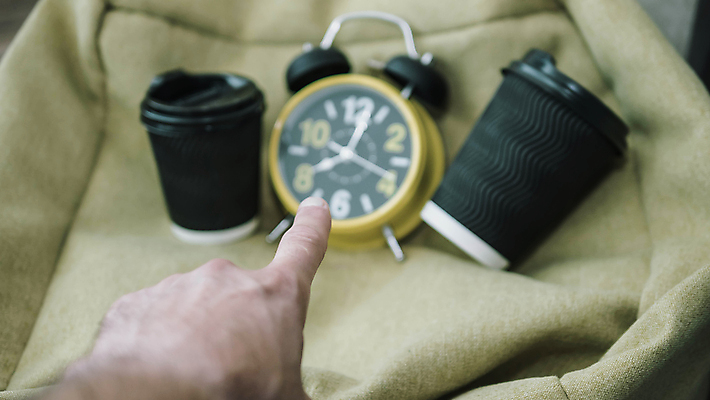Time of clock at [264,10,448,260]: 12:18
